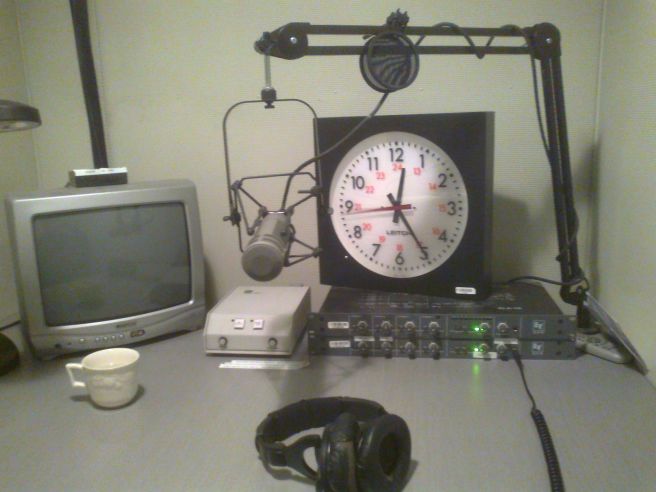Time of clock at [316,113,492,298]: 12:24
